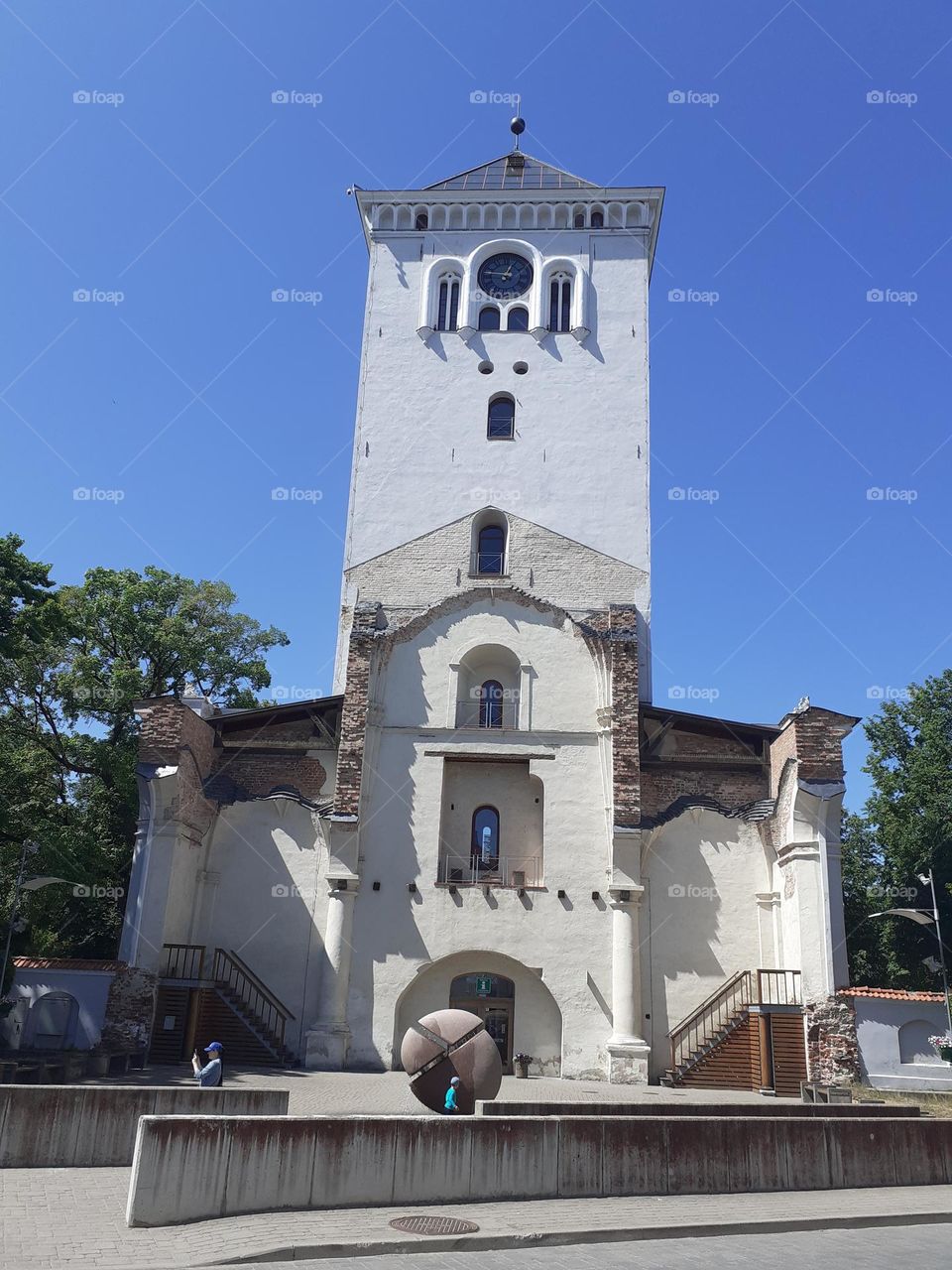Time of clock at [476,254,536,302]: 12:46
